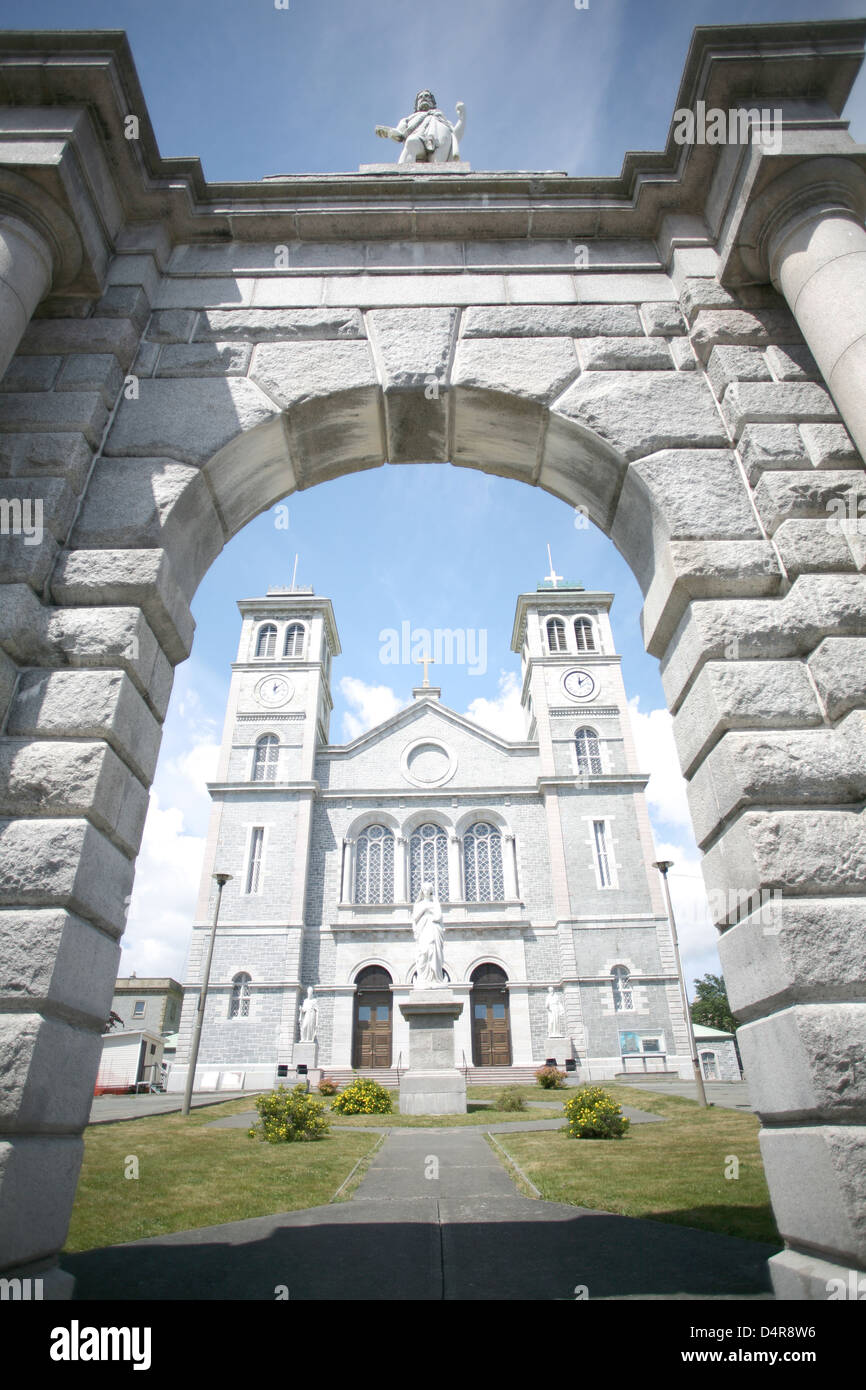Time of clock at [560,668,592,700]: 12:07
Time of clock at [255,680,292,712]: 12:07
